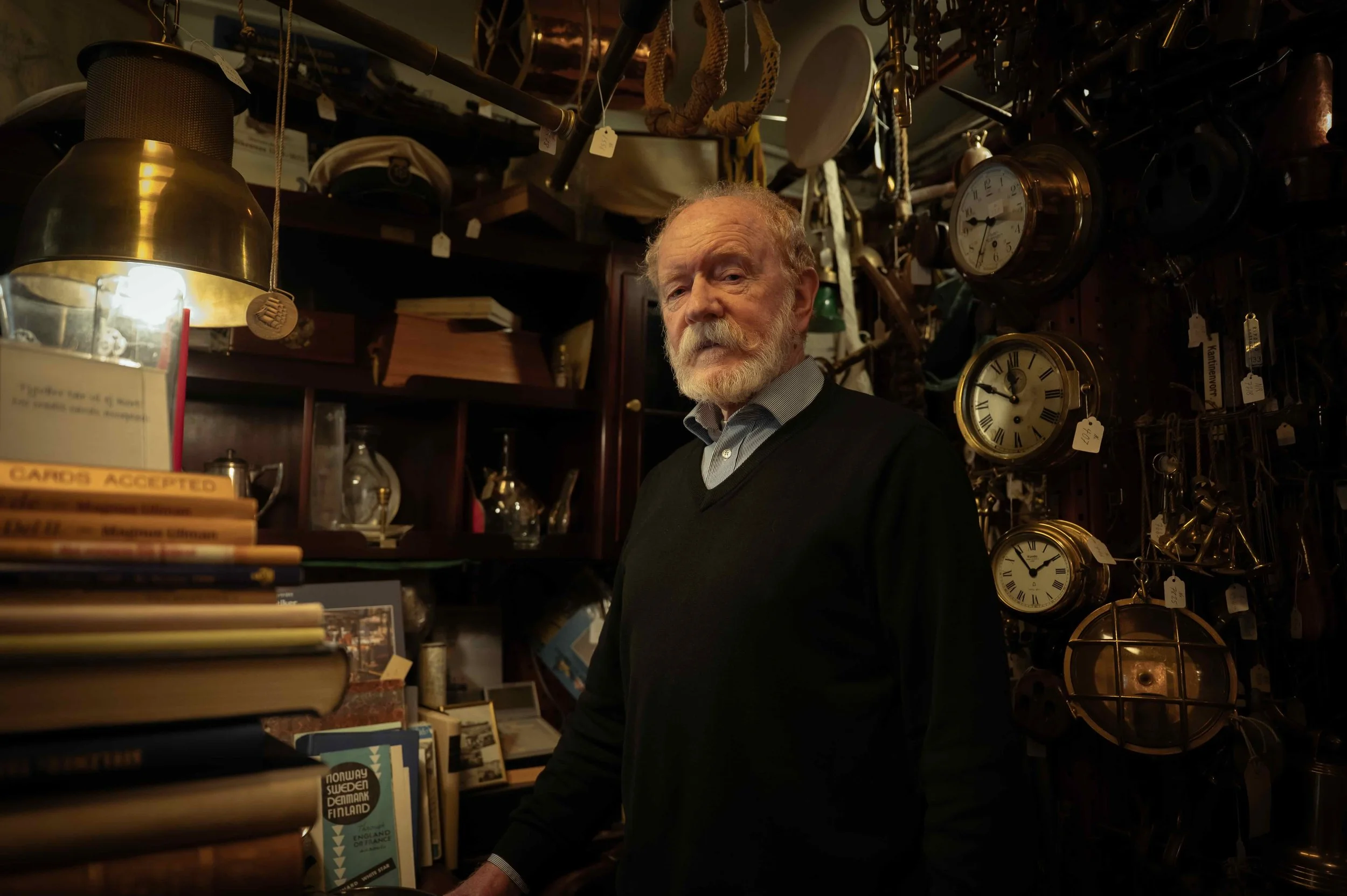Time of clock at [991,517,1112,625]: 1:54
